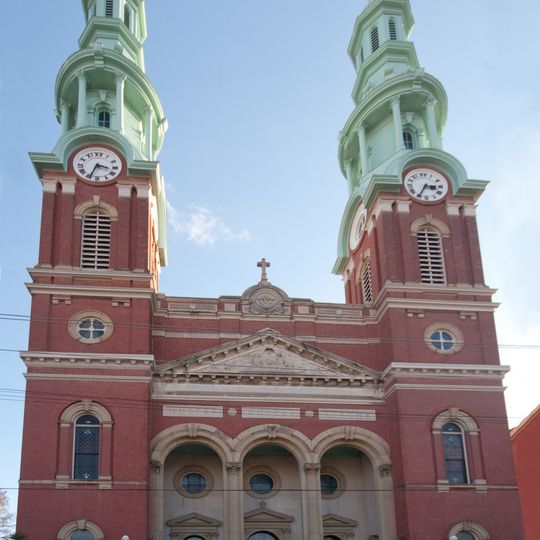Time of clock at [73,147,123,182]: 3:33
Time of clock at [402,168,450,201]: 3:34
